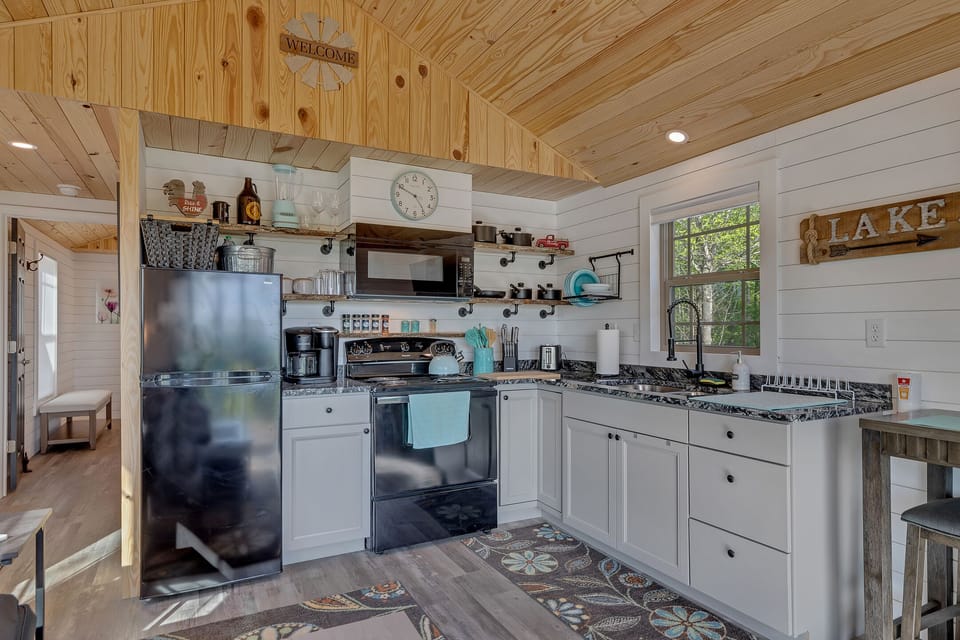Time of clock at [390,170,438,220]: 4:49
